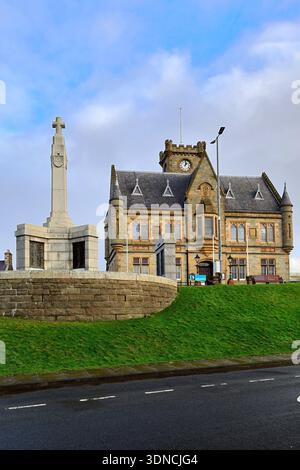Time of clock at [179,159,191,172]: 1:01
